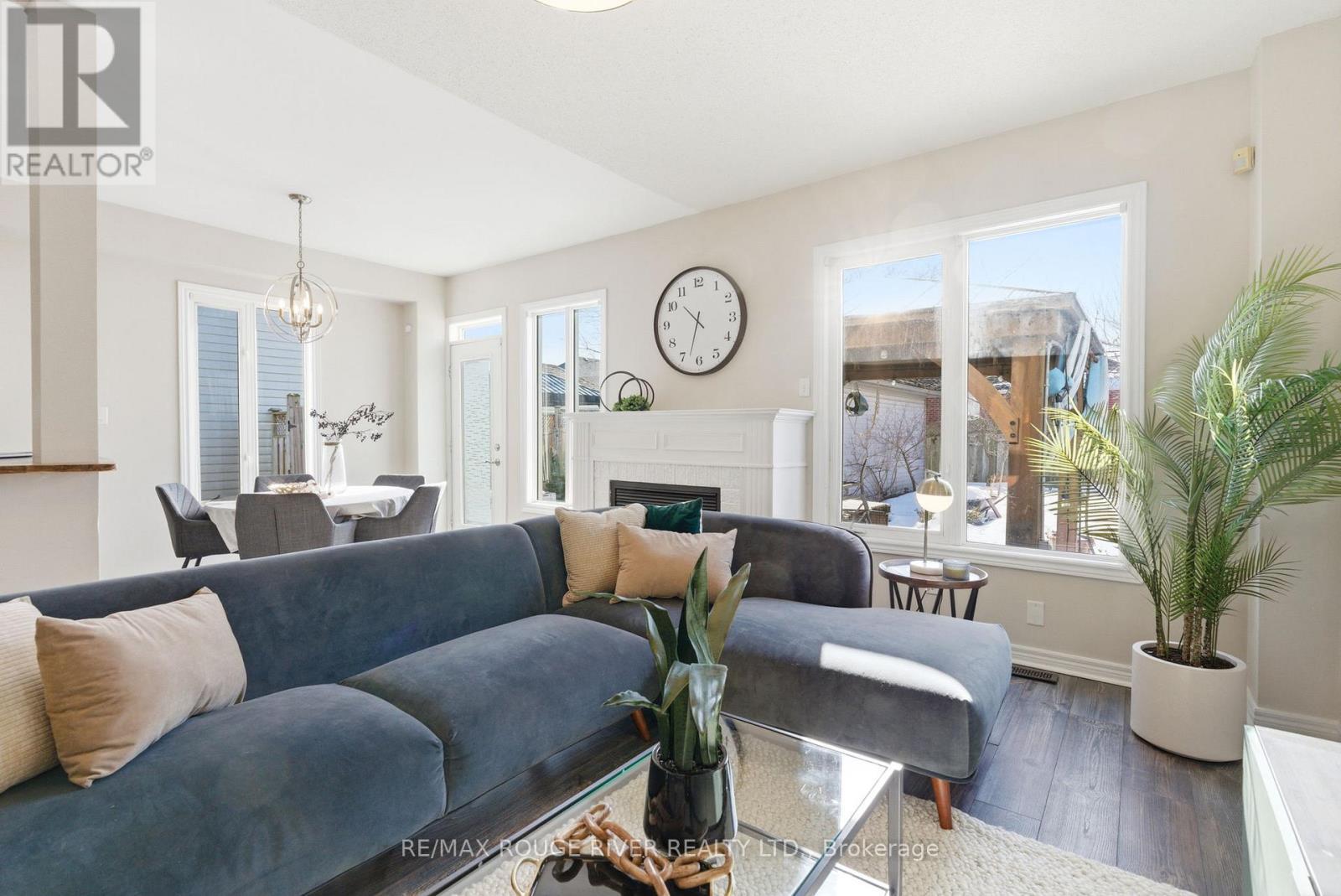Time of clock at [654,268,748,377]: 10:32
